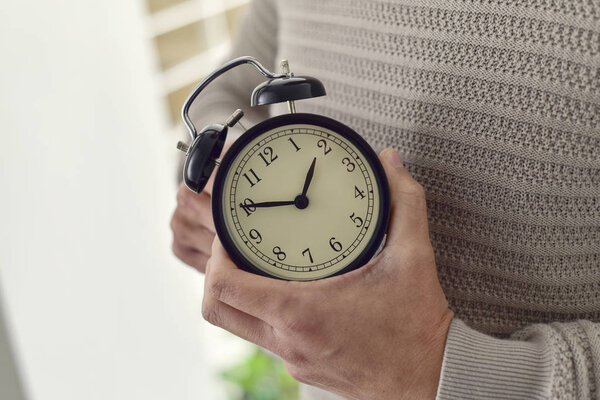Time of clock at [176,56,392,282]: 12:45
